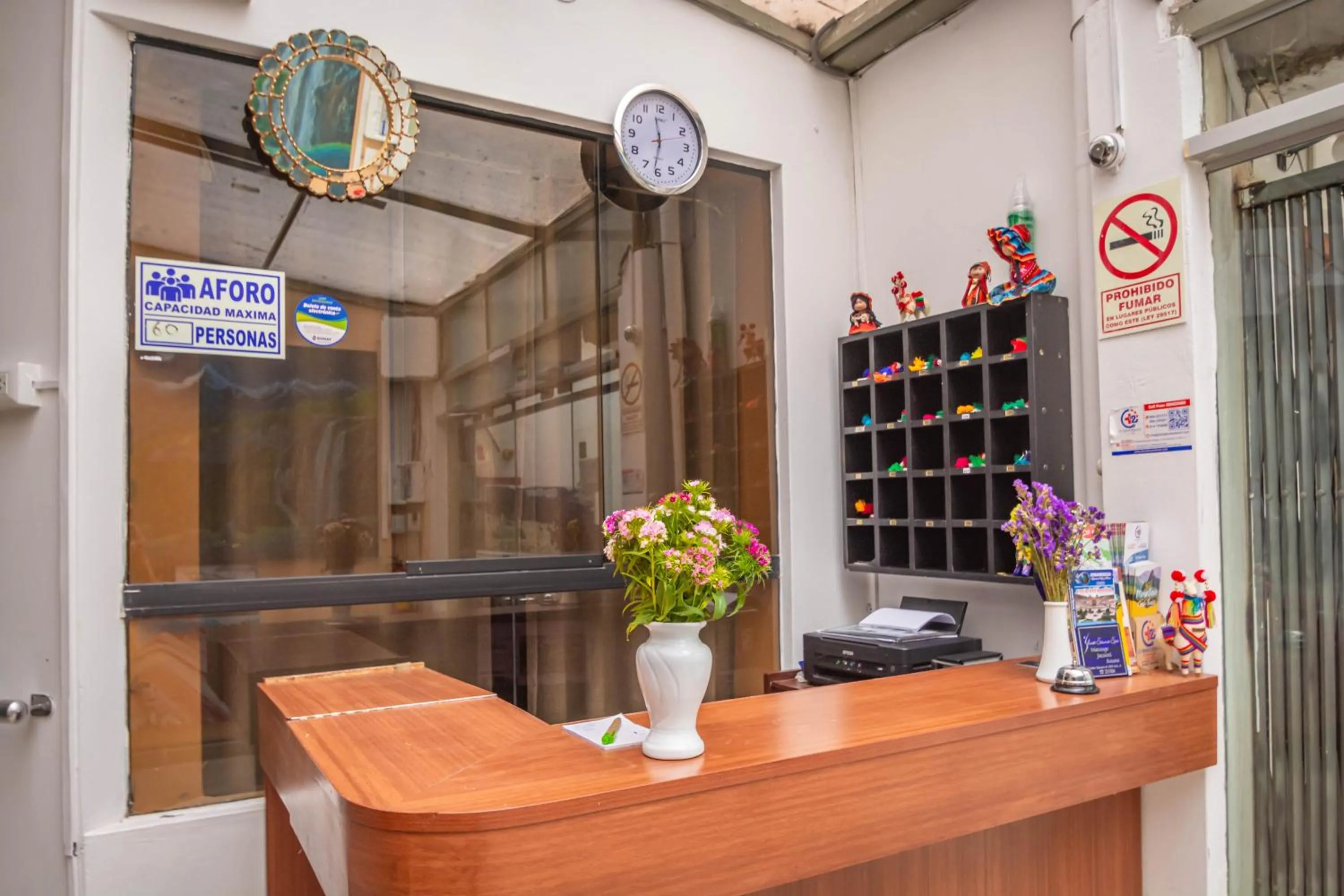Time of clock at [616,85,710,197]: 11:31
